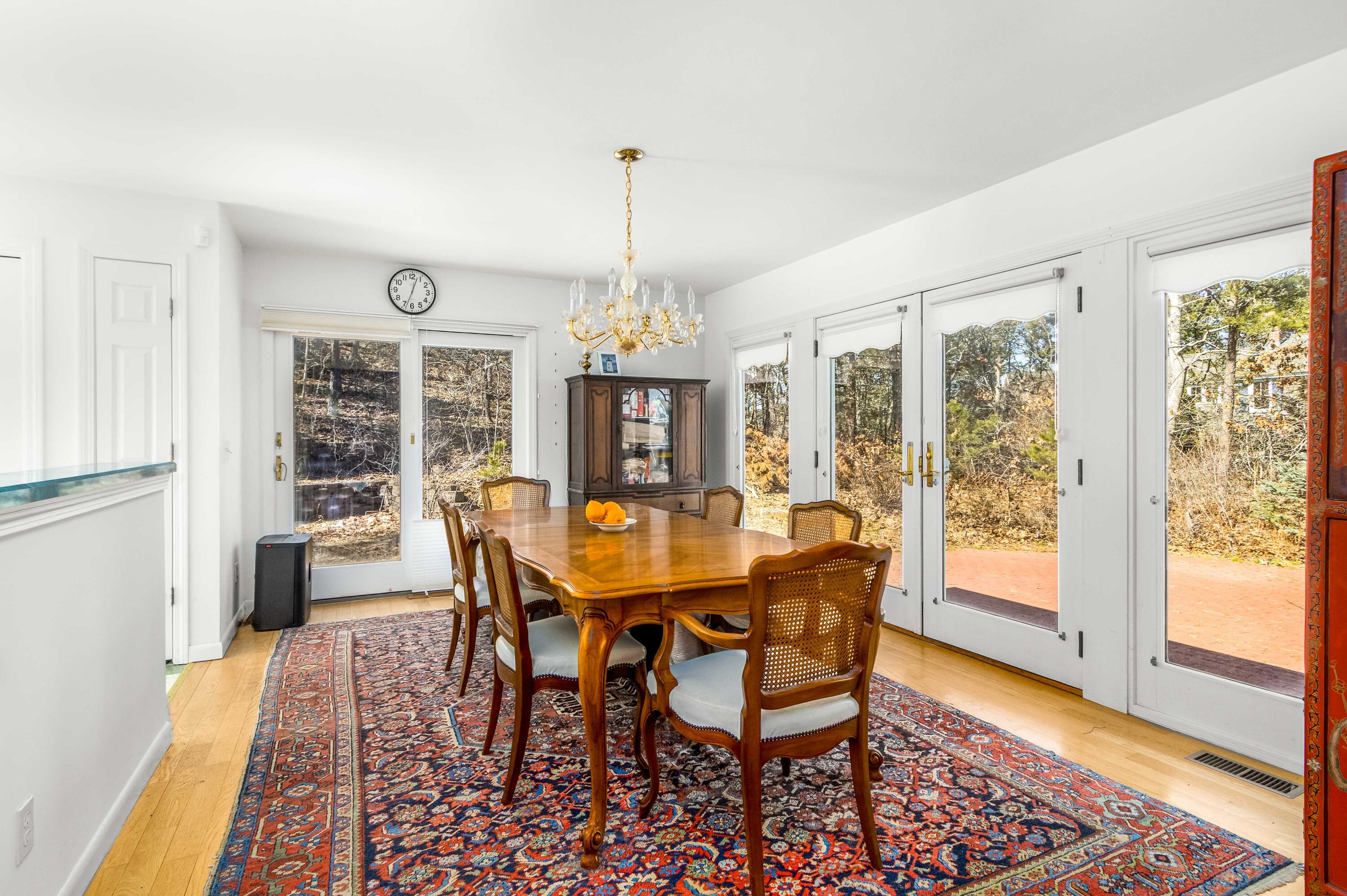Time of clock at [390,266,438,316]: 12:33
